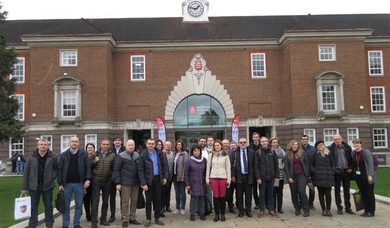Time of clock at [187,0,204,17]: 1:47
